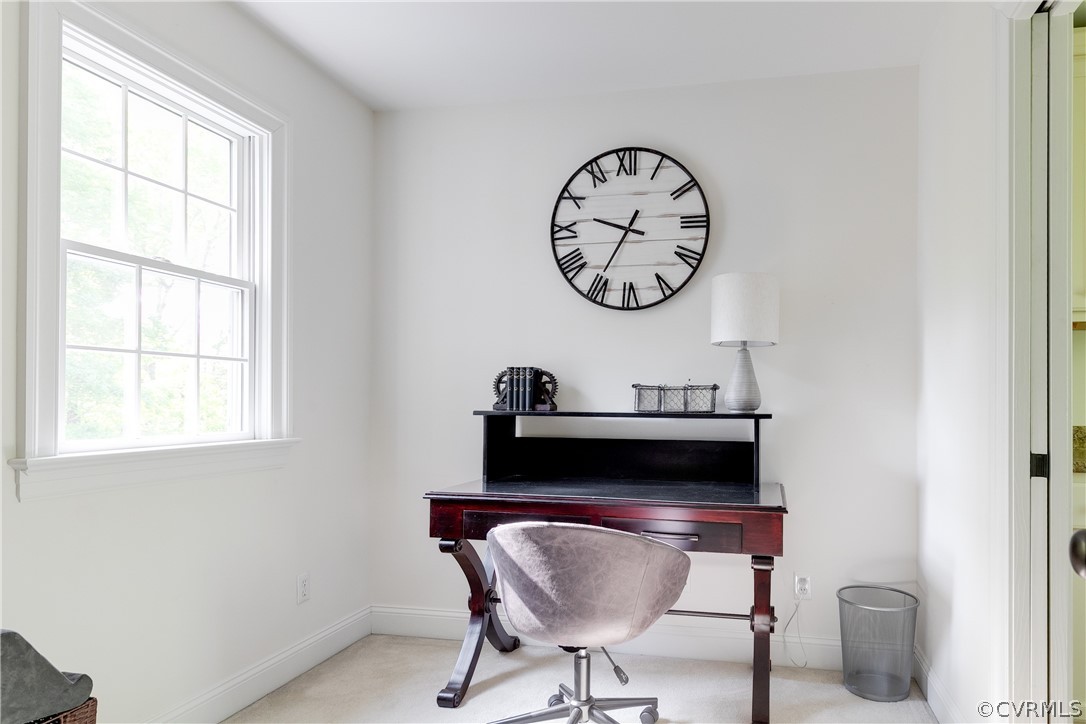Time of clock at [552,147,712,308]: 9:35
